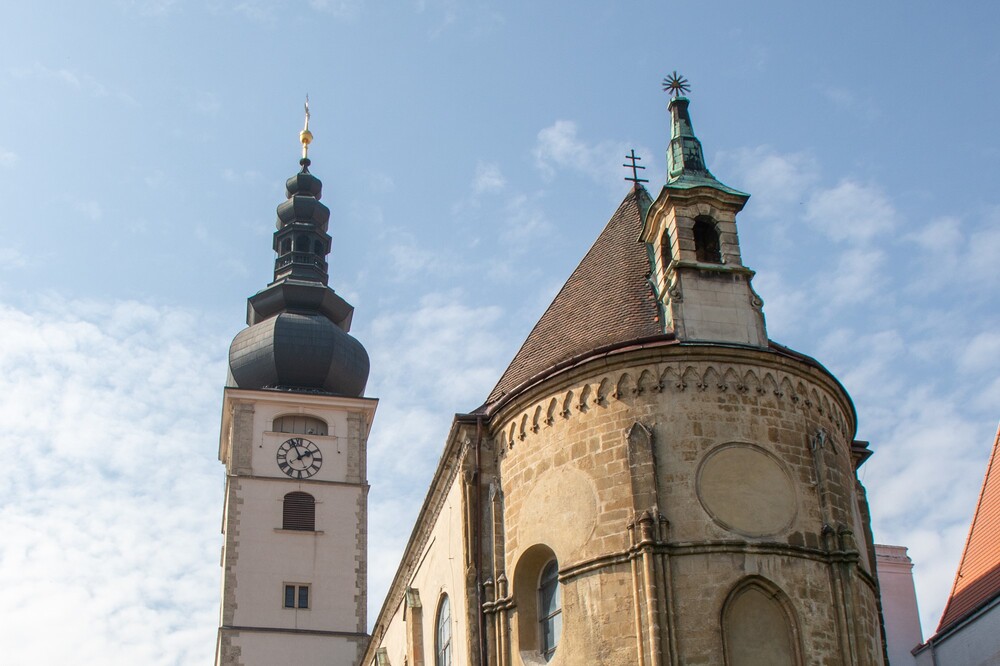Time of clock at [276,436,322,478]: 1:56
